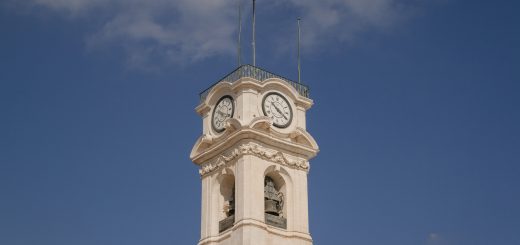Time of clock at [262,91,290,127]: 10:20
